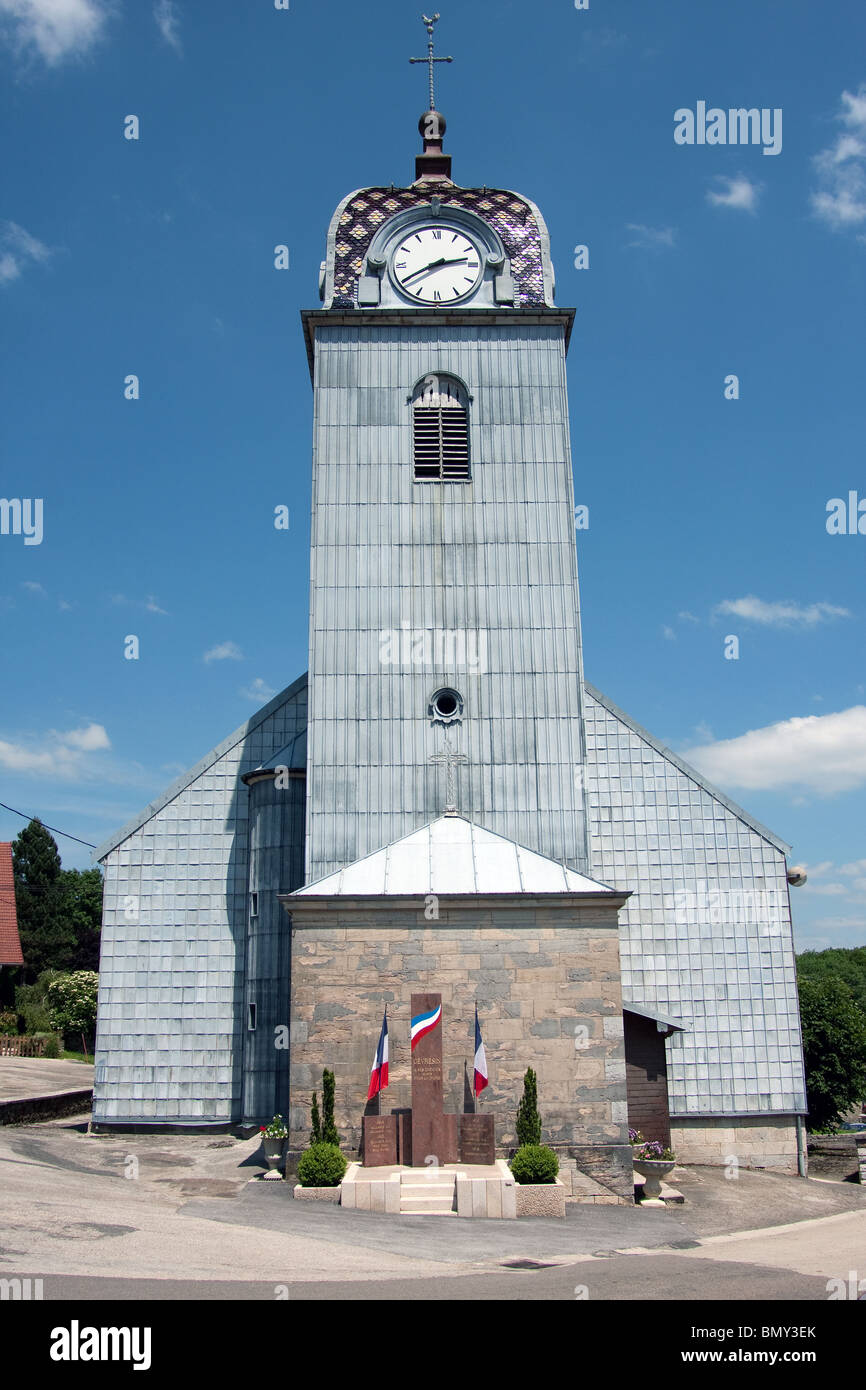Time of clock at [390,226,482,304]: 2:40
